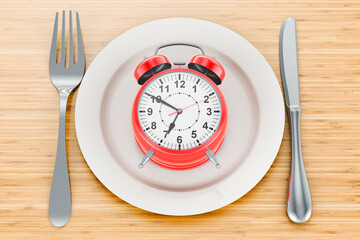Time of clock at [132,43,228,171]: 6:49
